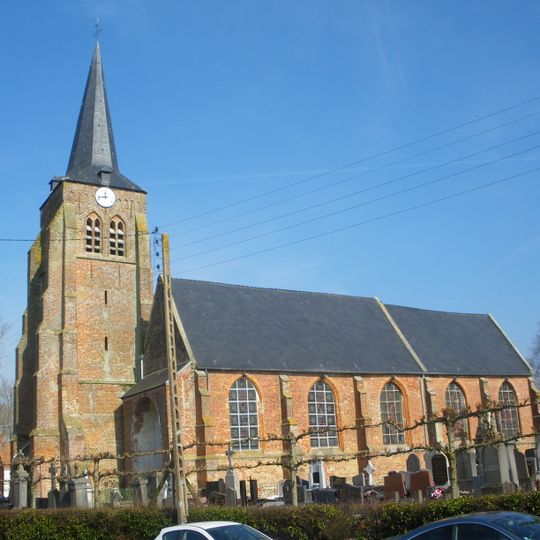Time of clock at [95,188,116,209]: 11:43
